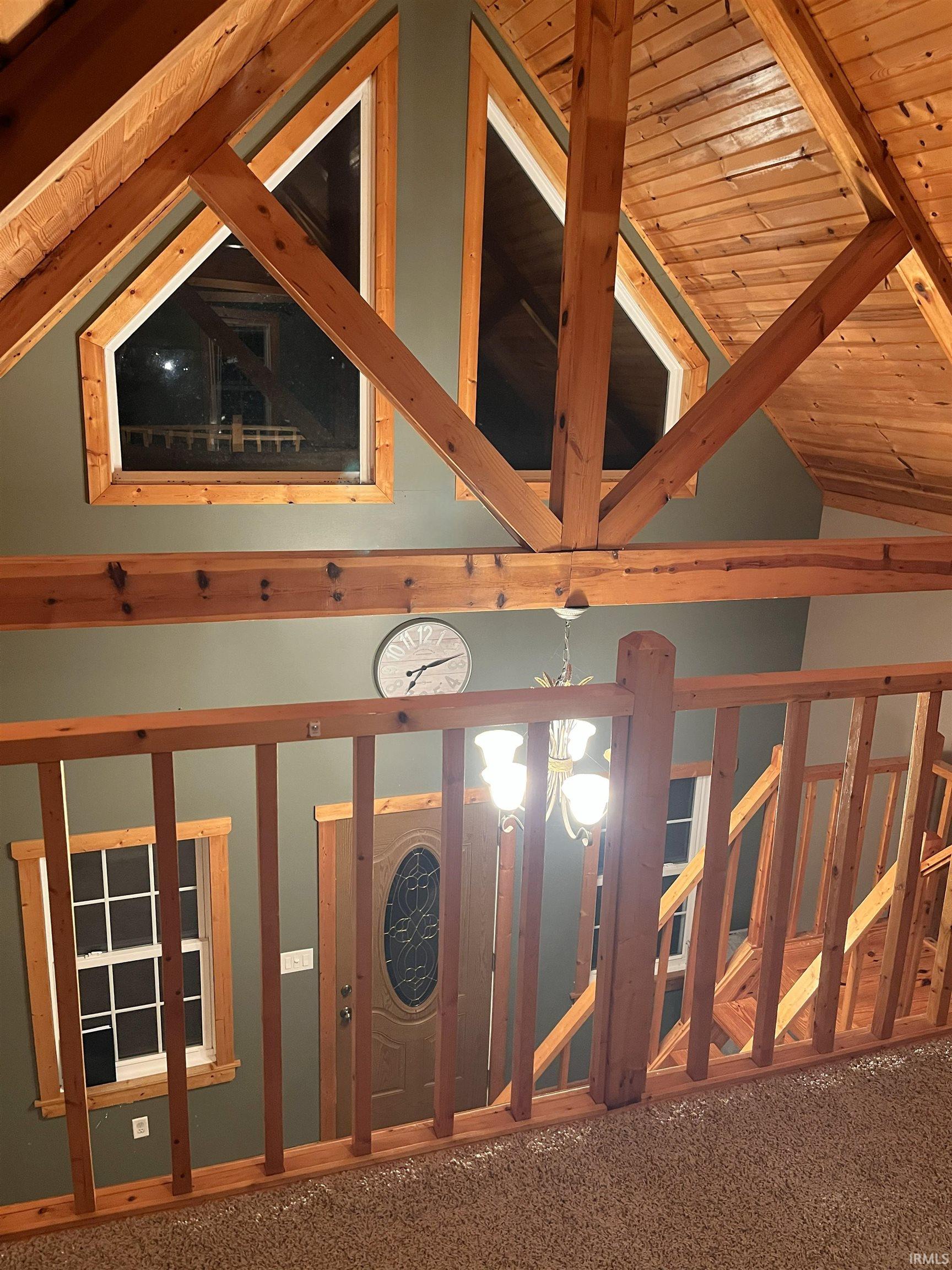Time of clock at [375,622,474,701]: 7:12
